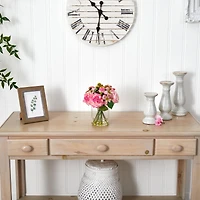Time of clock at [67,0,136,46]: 10:31
